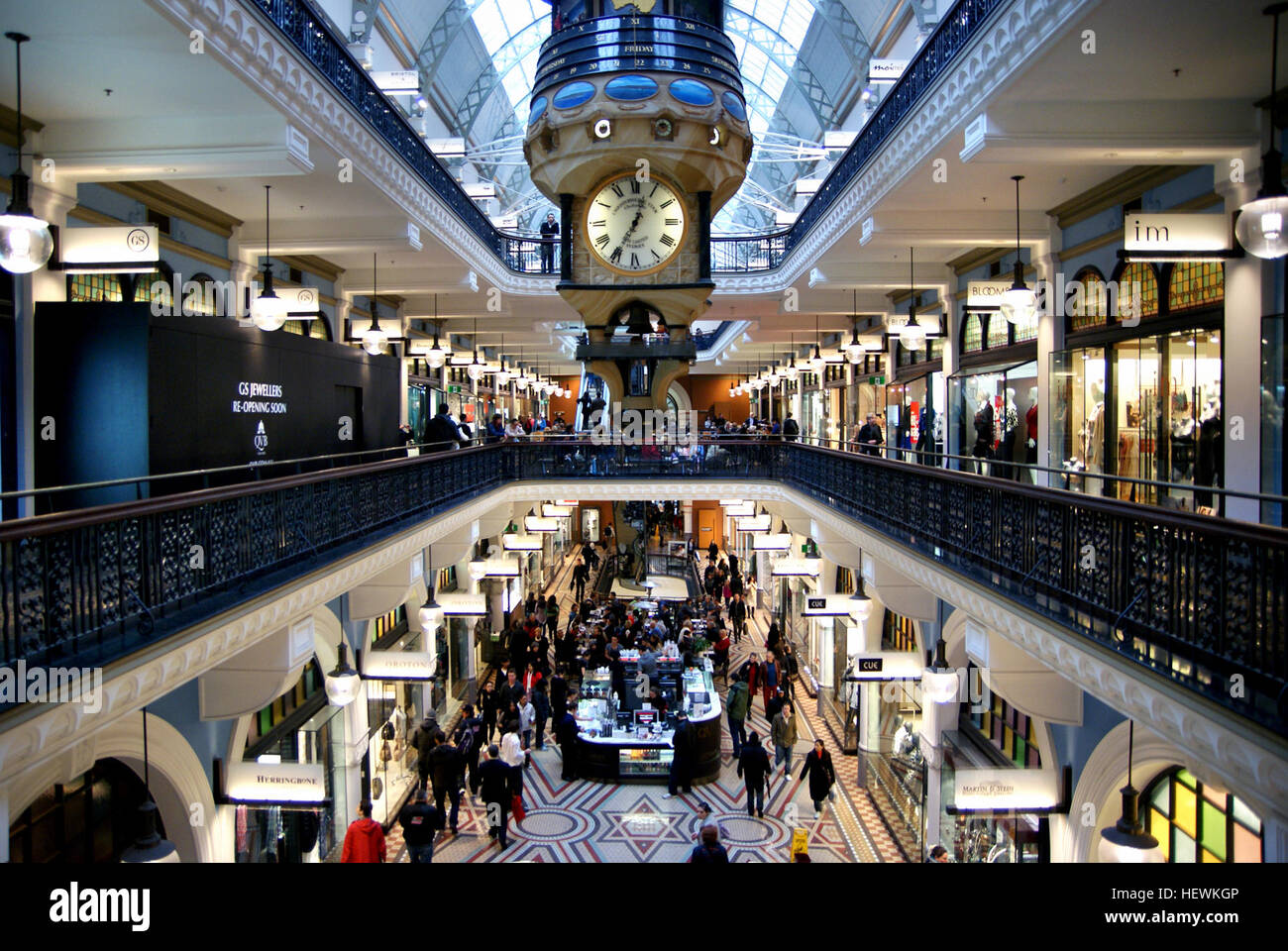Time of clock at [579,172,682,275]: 12:34
